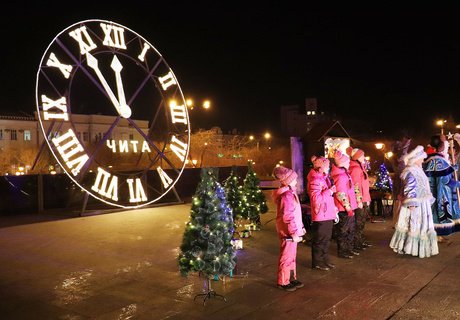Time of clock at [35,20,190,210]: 11:54
